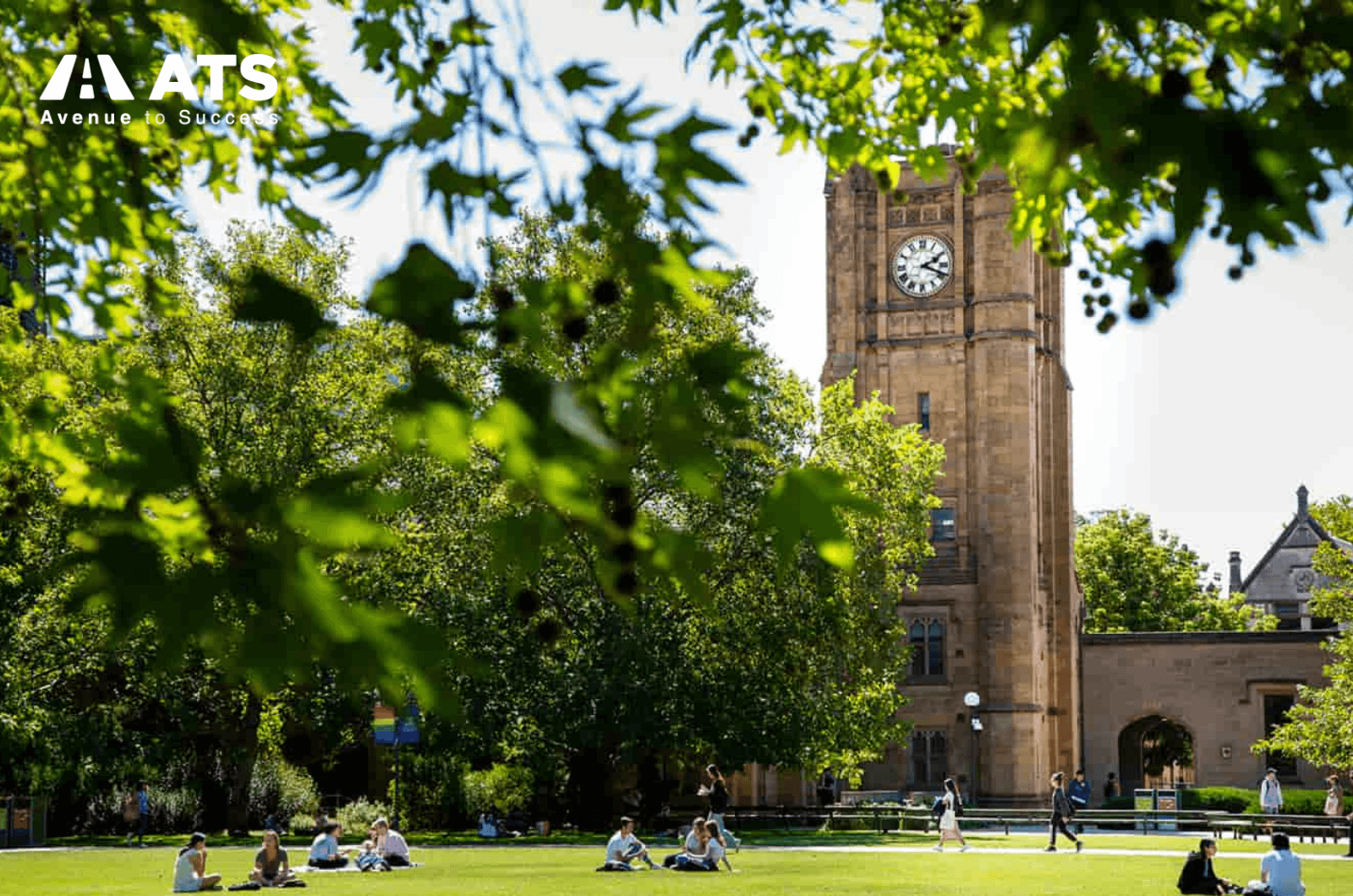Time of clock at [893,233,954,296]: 2:18
